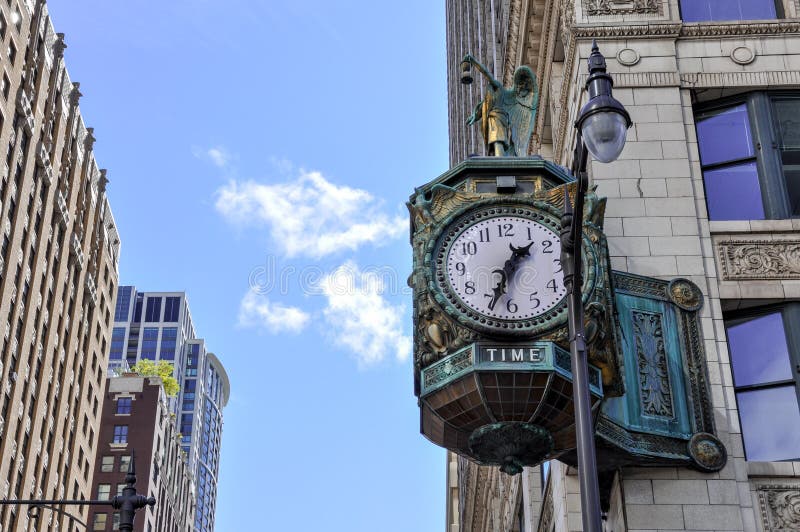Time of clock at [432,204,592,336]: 1:33
